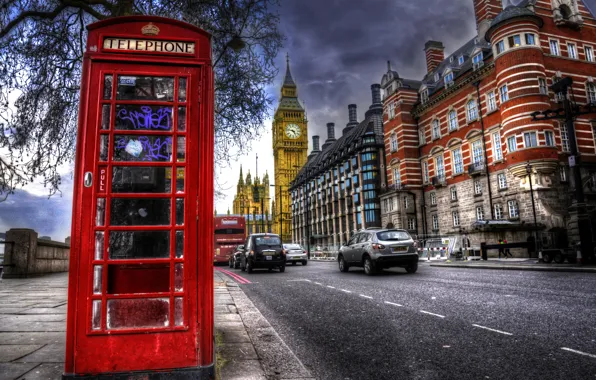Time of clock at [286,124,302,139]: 4:47
